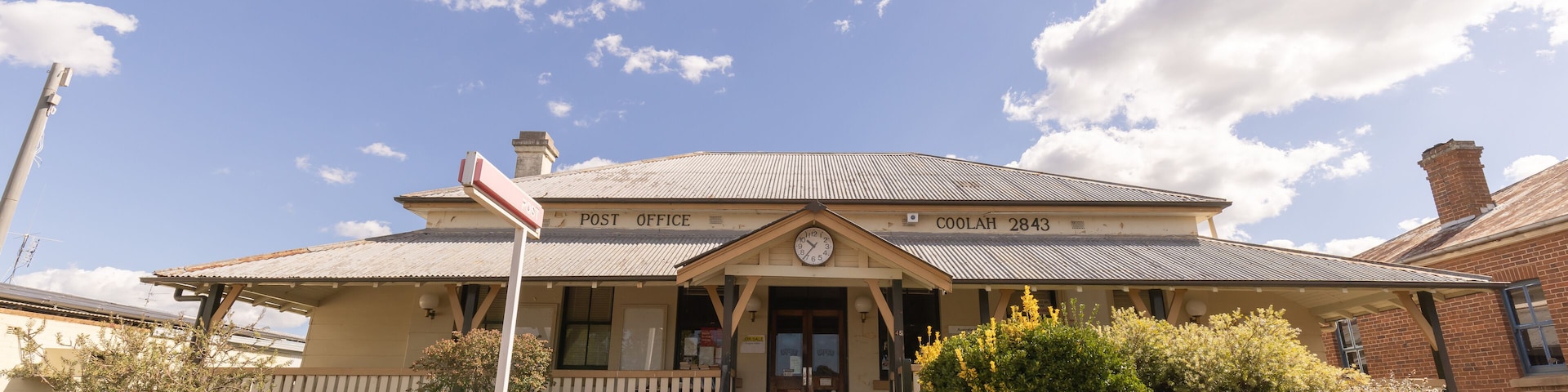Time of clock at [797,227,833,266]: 10:36
